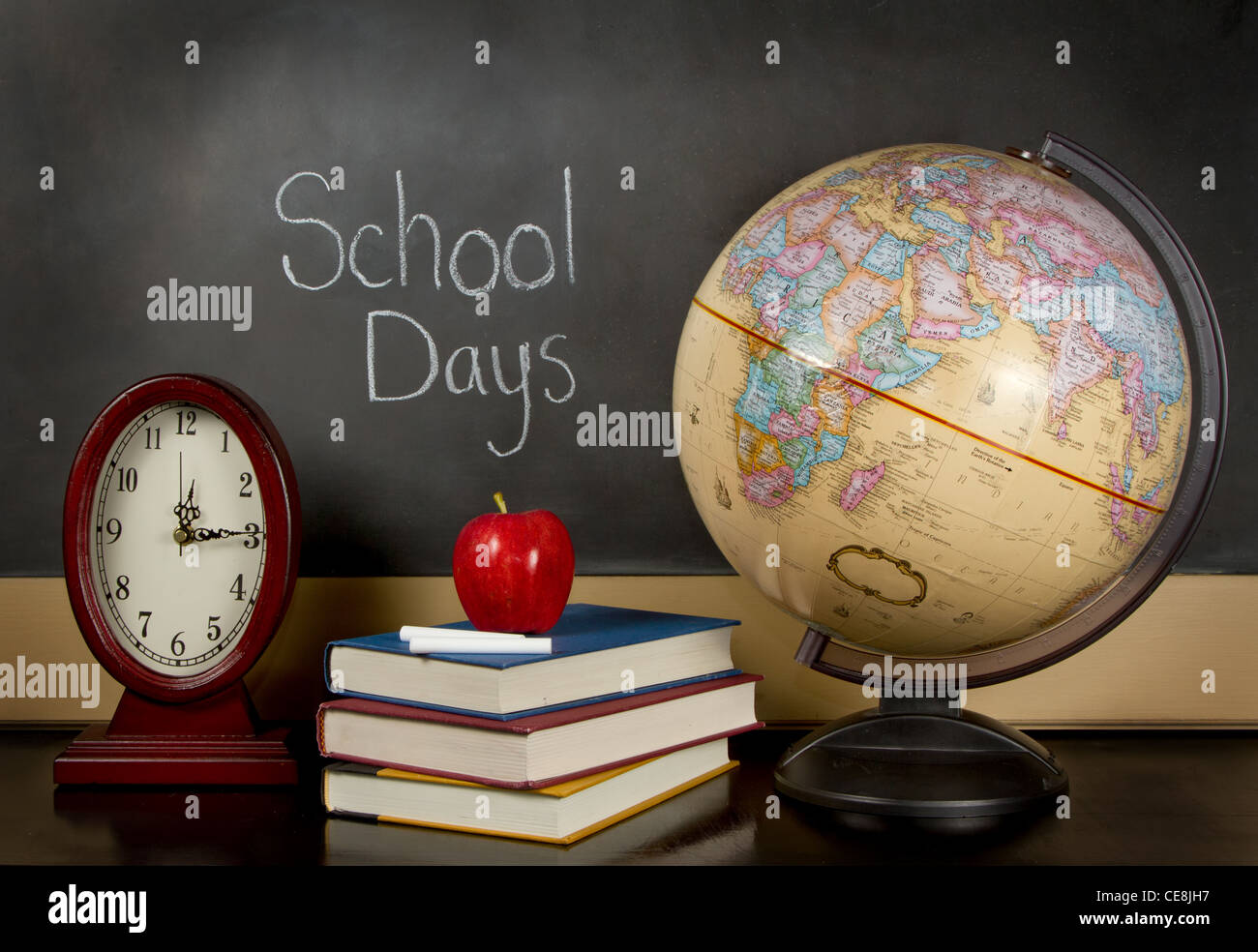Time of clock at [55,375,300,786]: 12:14
